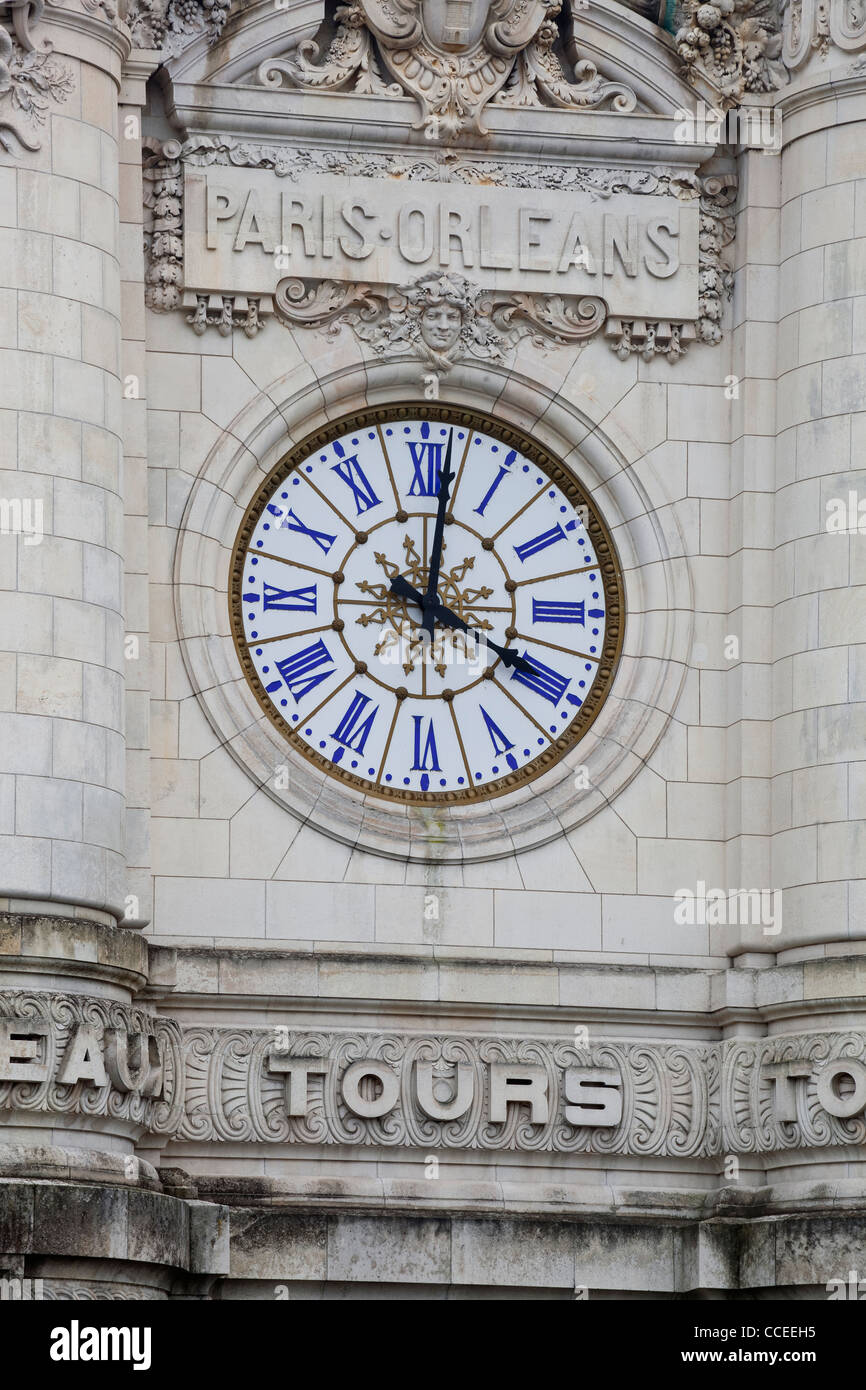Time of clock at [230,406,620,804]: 4:01
